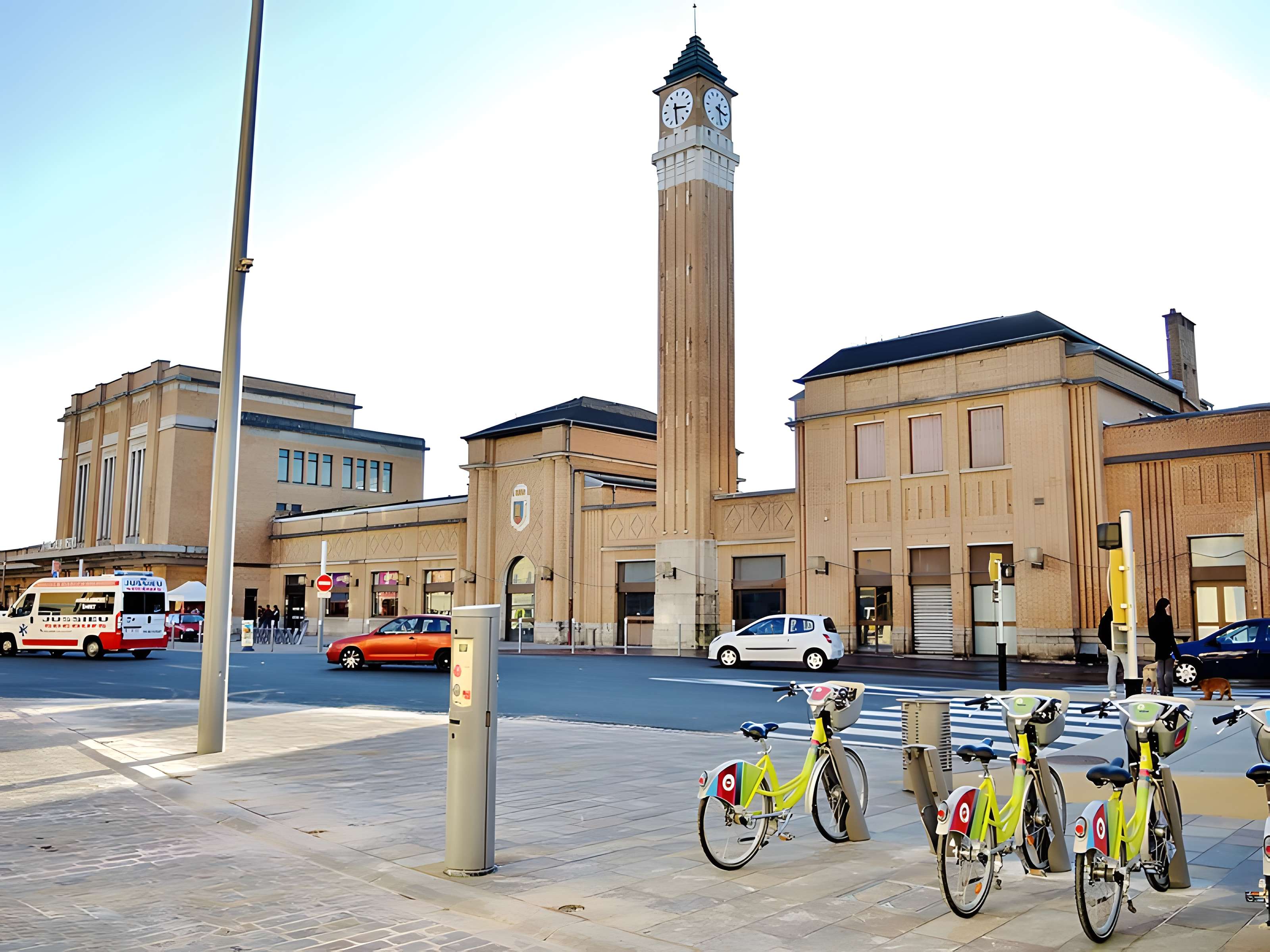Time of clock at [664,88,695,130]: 3:29
